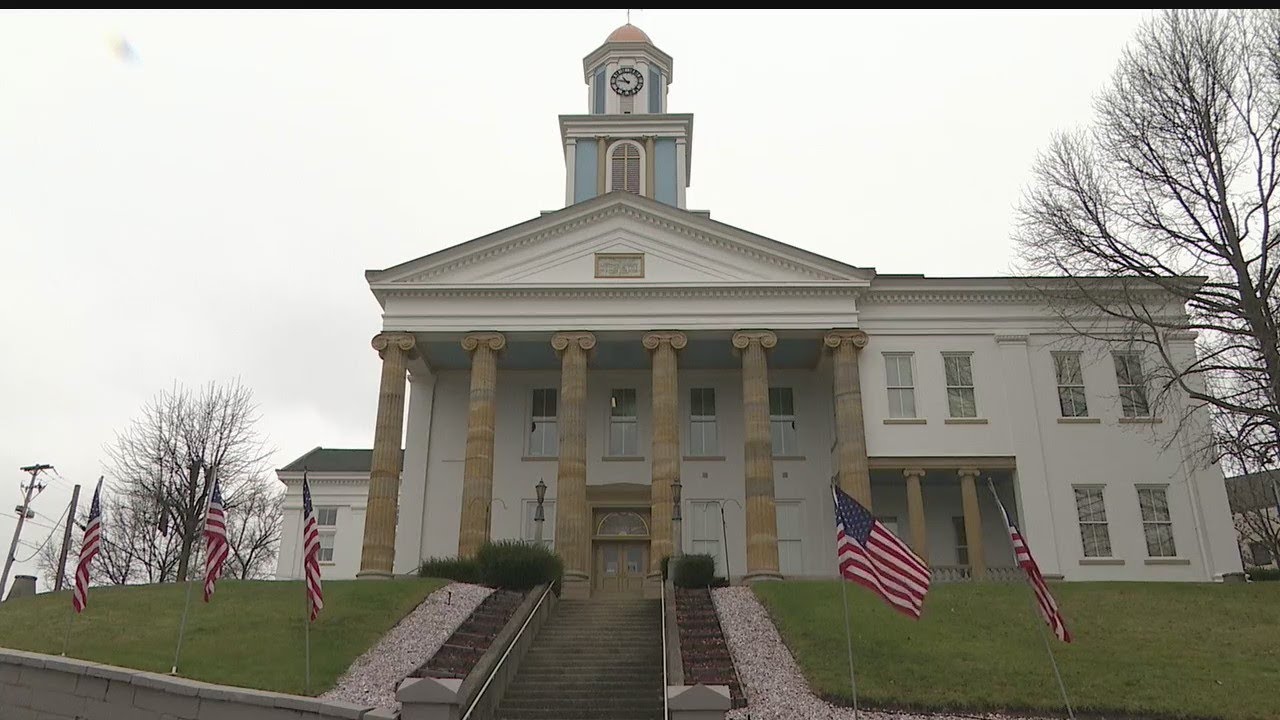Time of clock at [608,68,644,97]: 10:47
